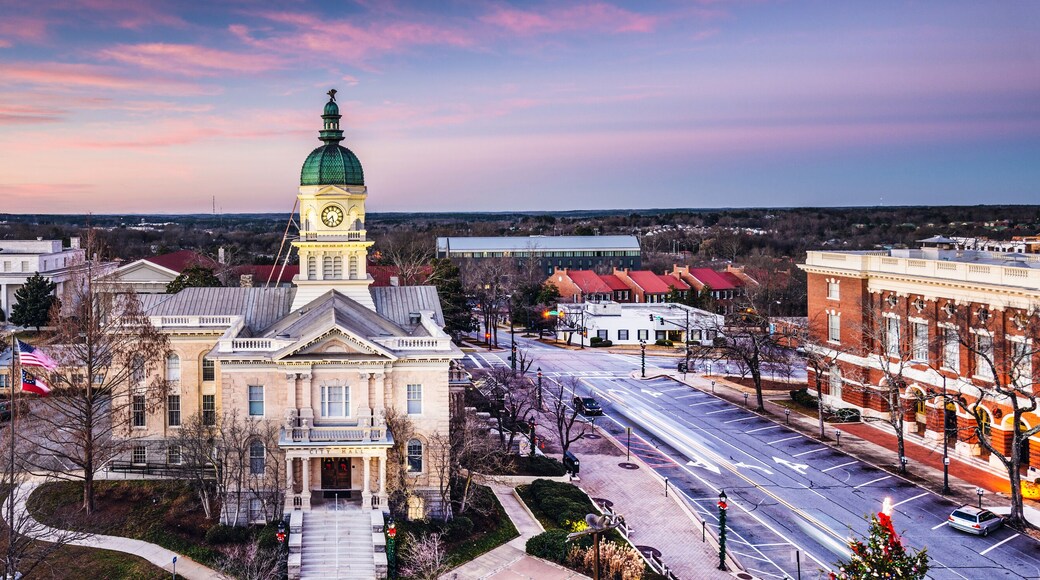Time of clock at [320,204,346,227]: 5:37
